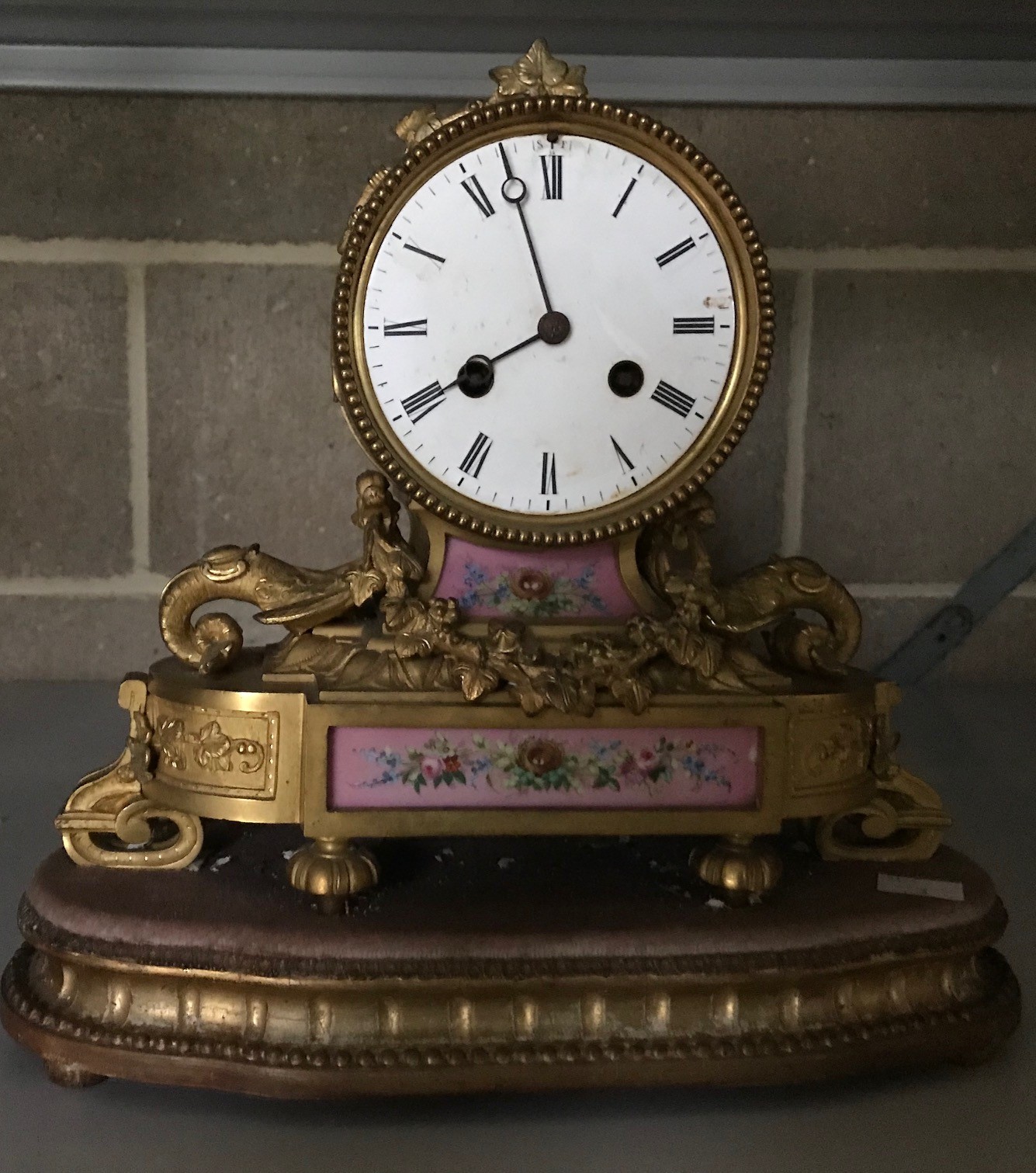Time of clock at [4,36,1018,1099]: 7:57
